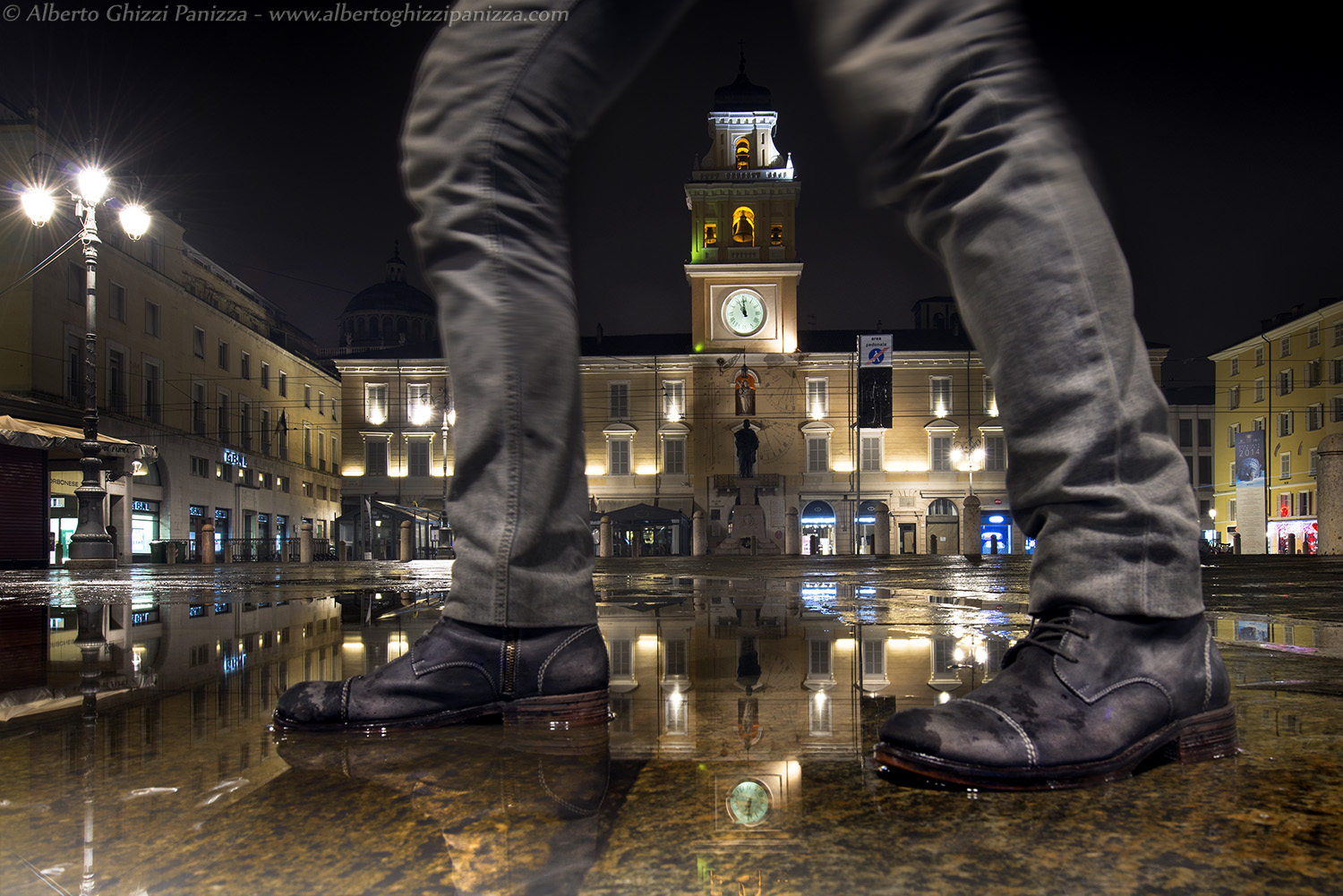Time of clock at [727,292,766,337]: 10:58
